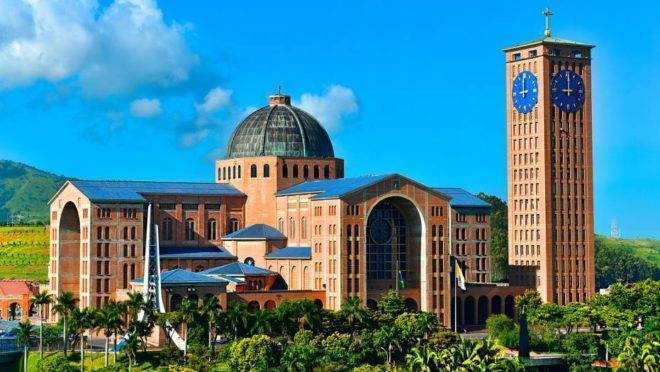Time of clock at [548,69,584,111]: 9:00
